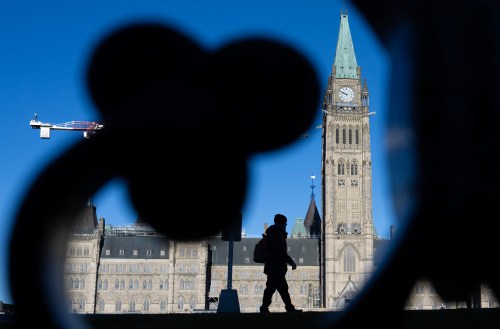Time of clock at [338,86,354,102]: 9:48
